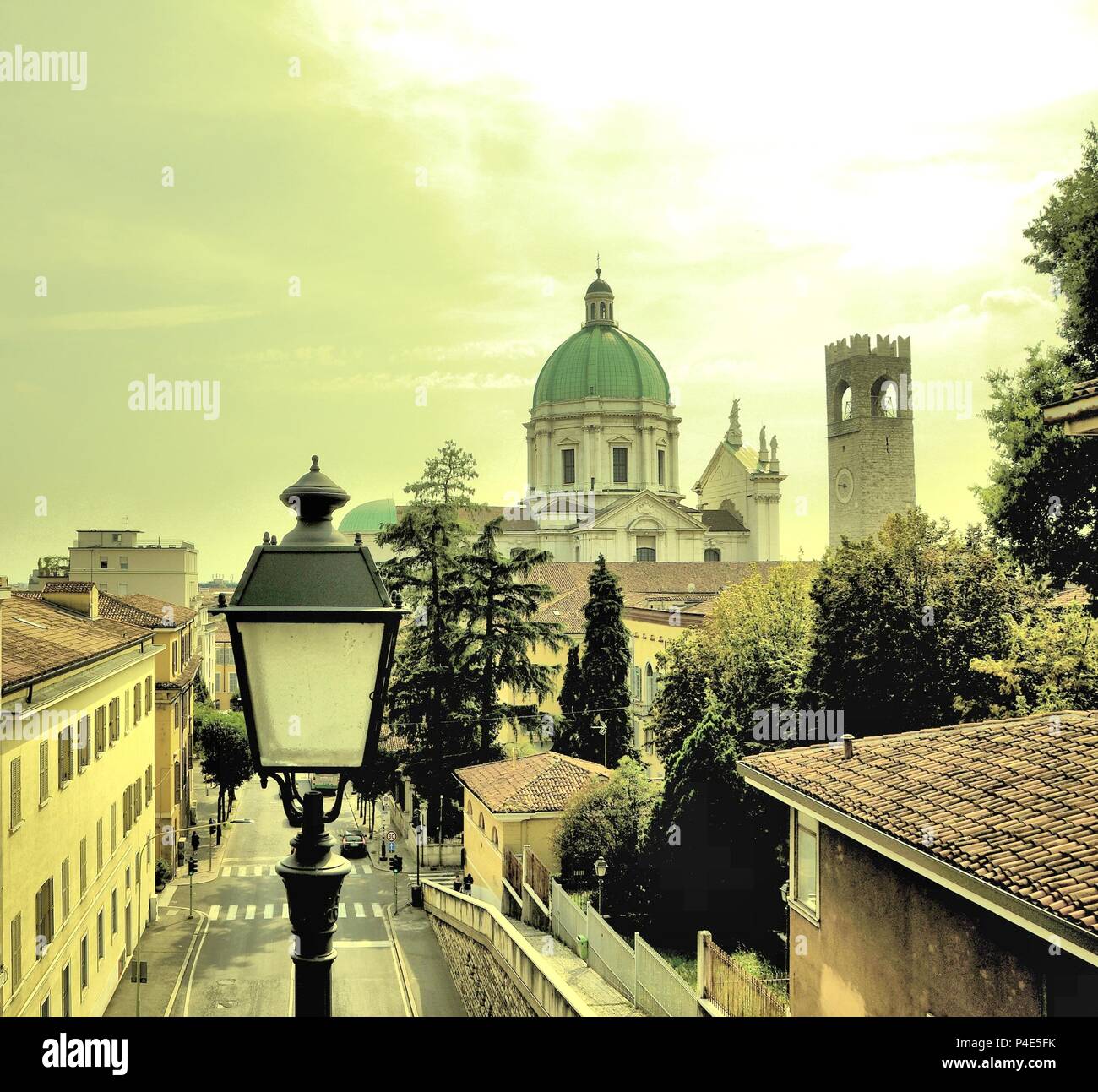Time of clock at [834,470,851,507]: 8:45
